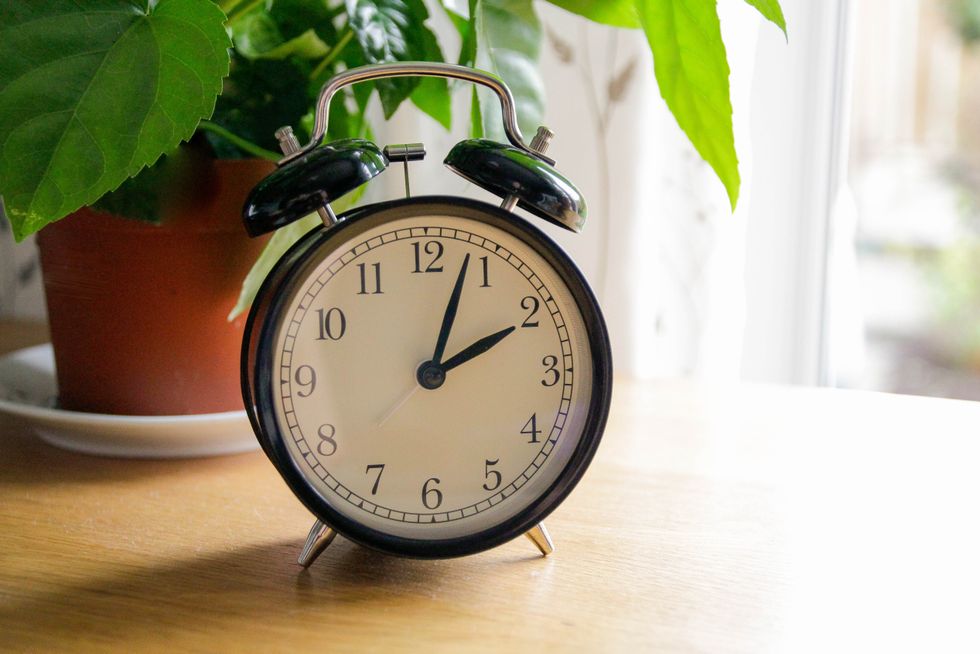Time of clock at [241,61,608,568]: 2:03
